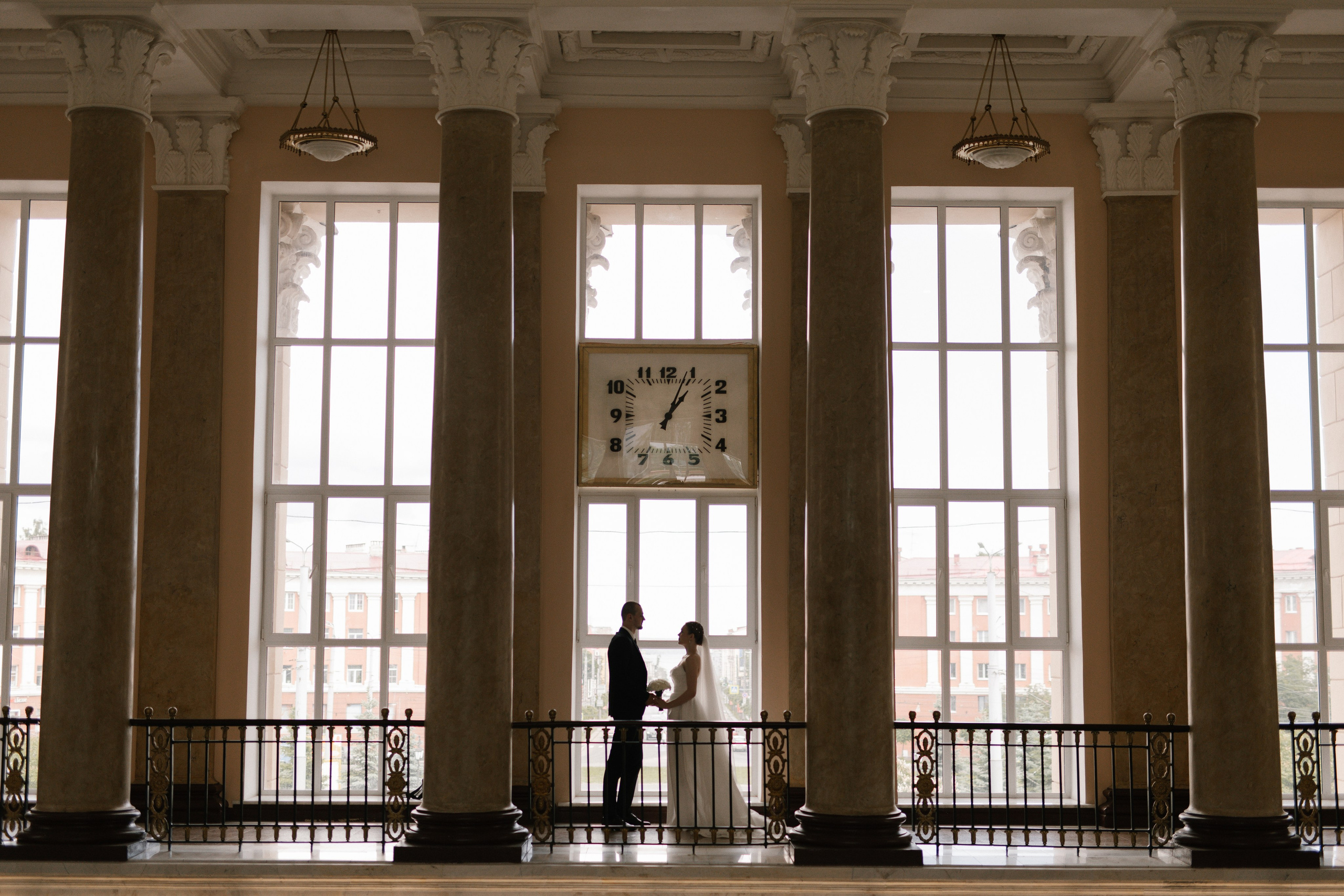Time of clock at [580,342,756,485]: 1:03
